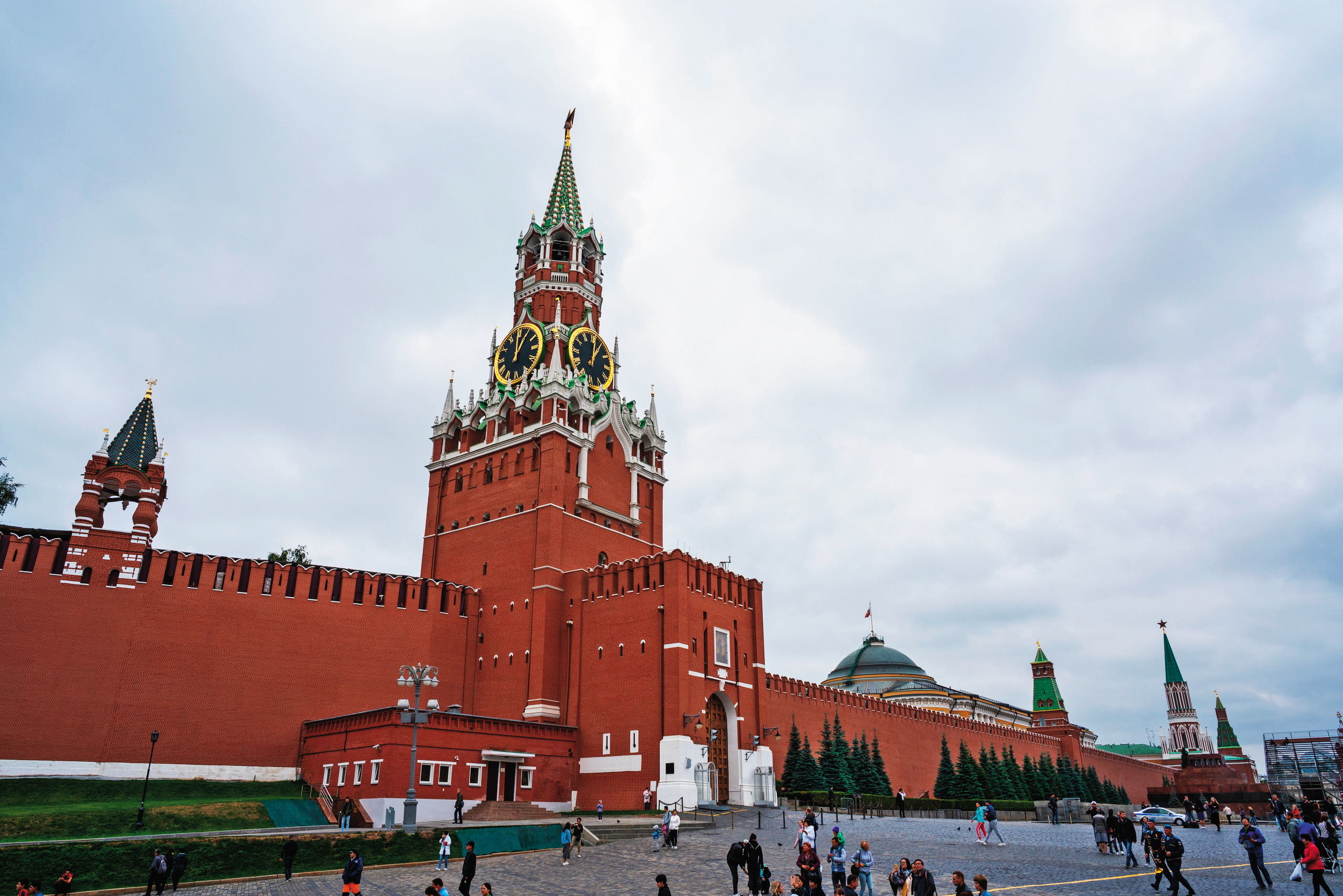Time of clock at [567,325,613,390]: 1:01
